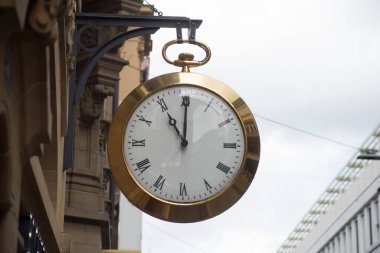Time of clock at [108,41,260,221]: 11:00
